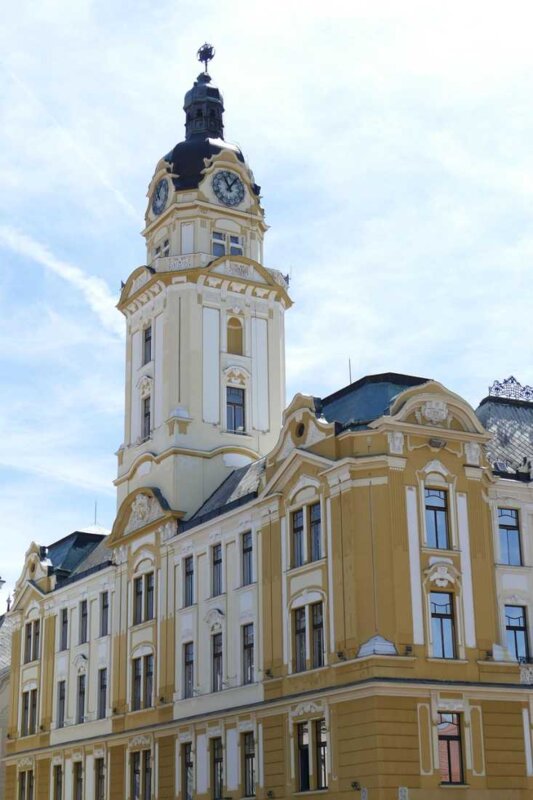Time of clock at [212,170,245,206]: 11:06
